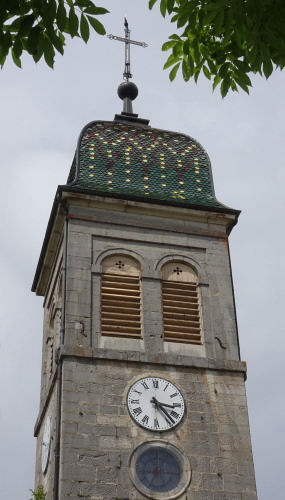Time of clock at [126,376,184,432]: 3:23
